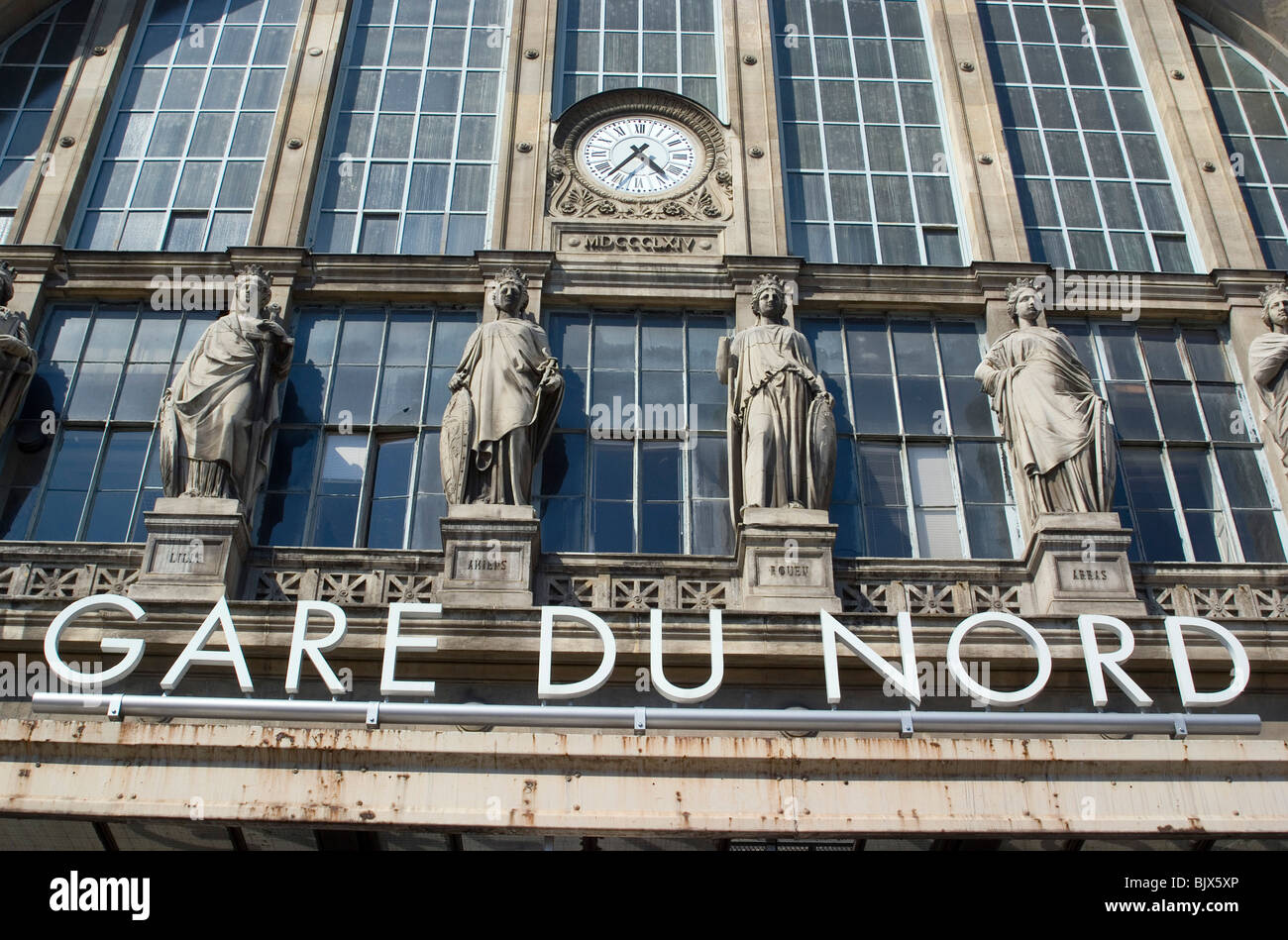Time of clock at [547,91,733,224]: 4:36
